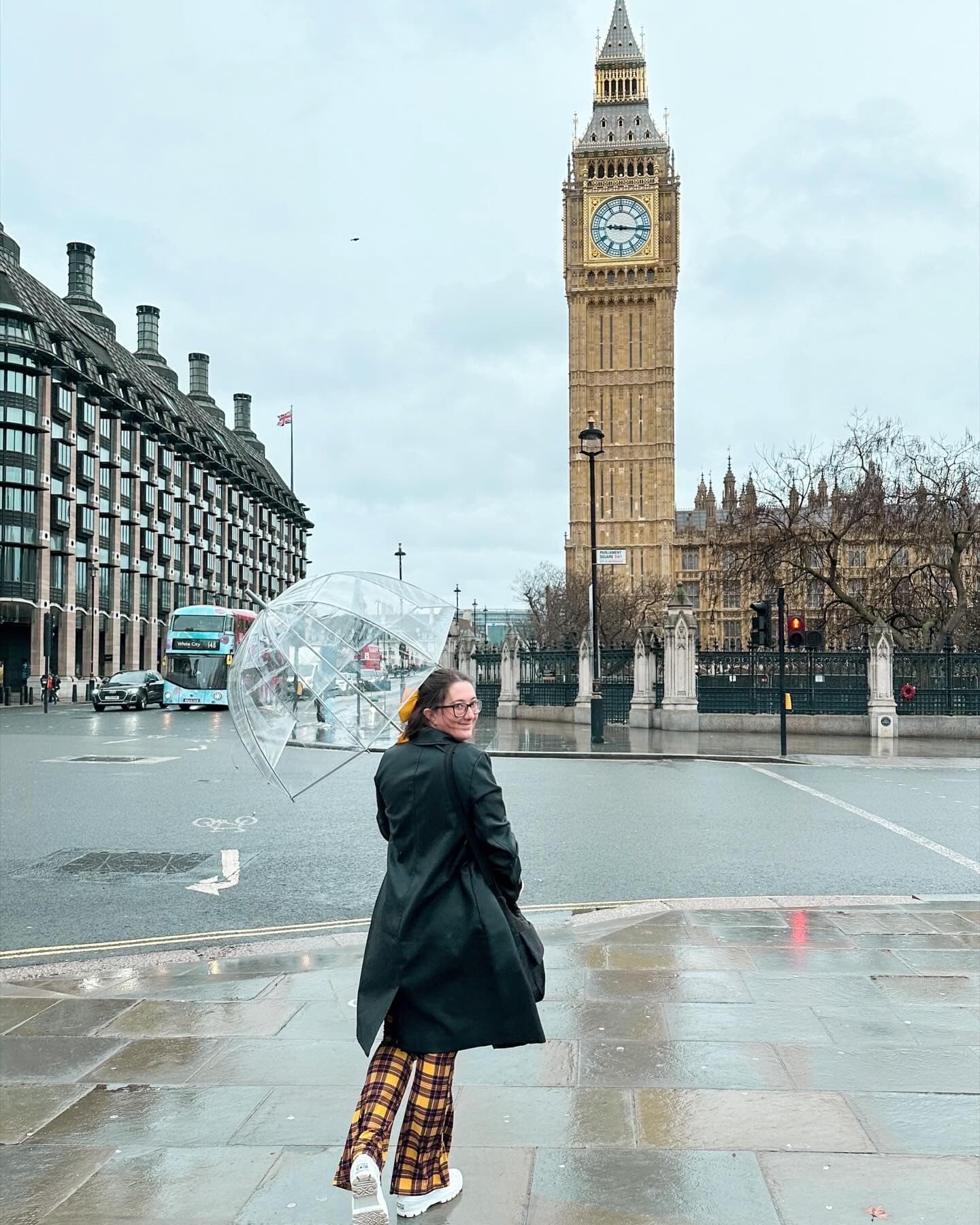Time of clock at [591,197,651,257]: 9:16
